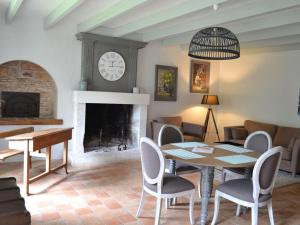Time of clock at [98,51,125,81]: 12:14
